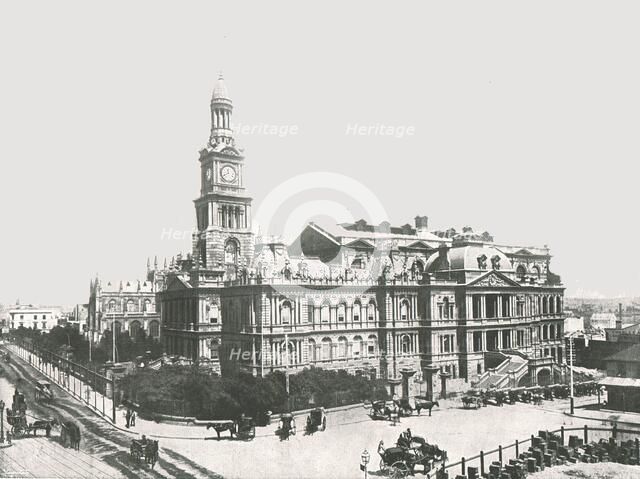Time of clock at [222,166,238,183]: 11:40
